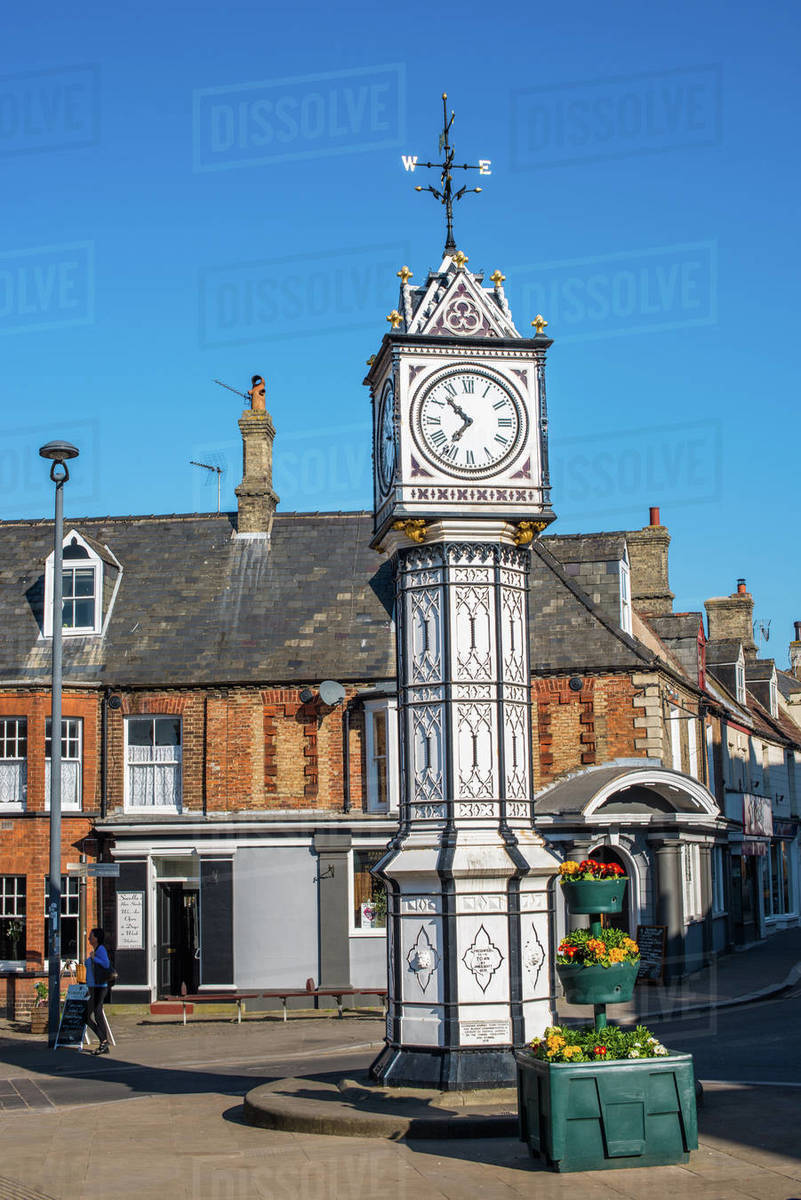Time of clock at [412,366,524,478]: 10:36
